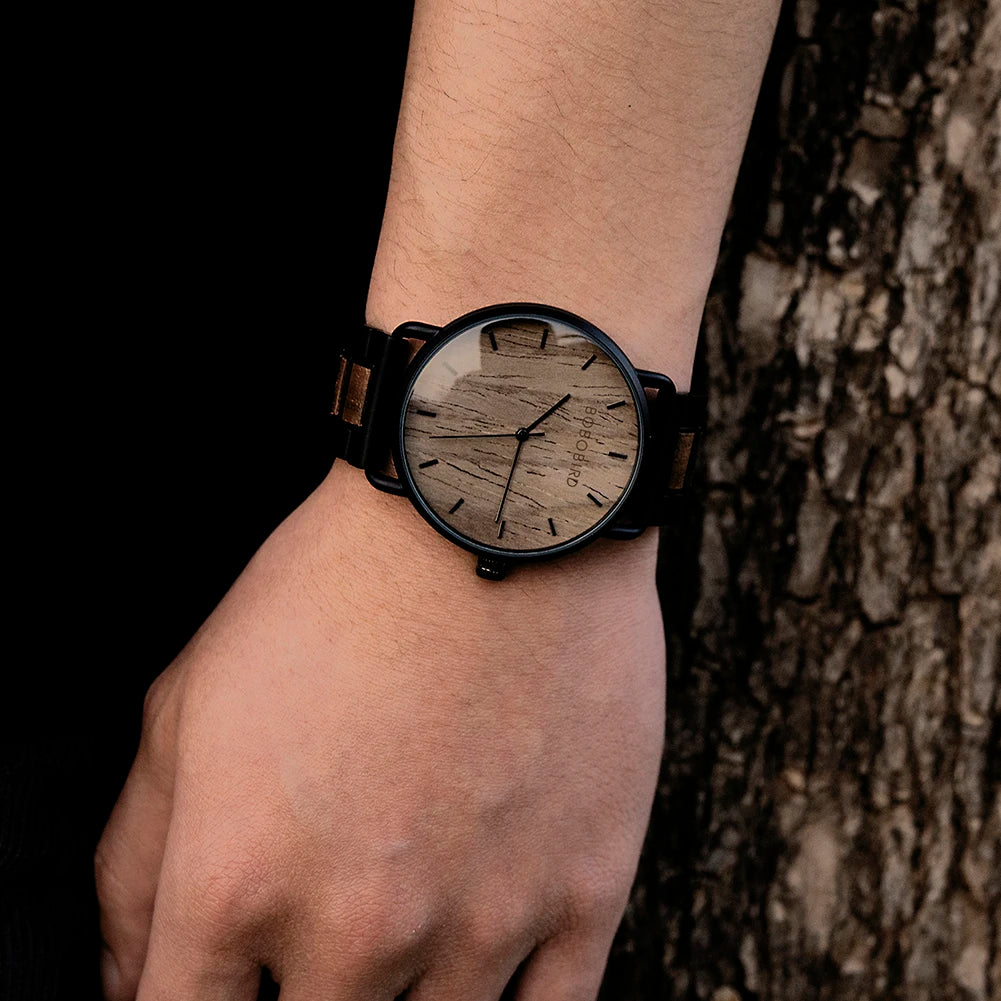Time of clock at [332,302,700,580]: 1:30
